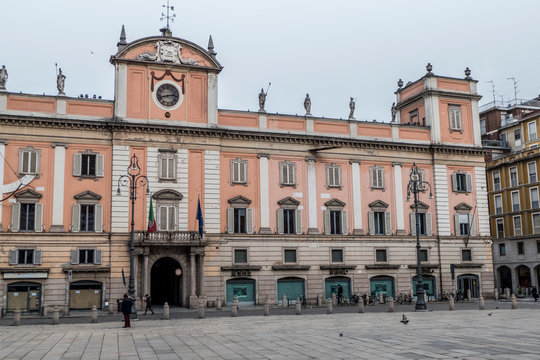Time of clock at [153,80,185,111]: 2:42
